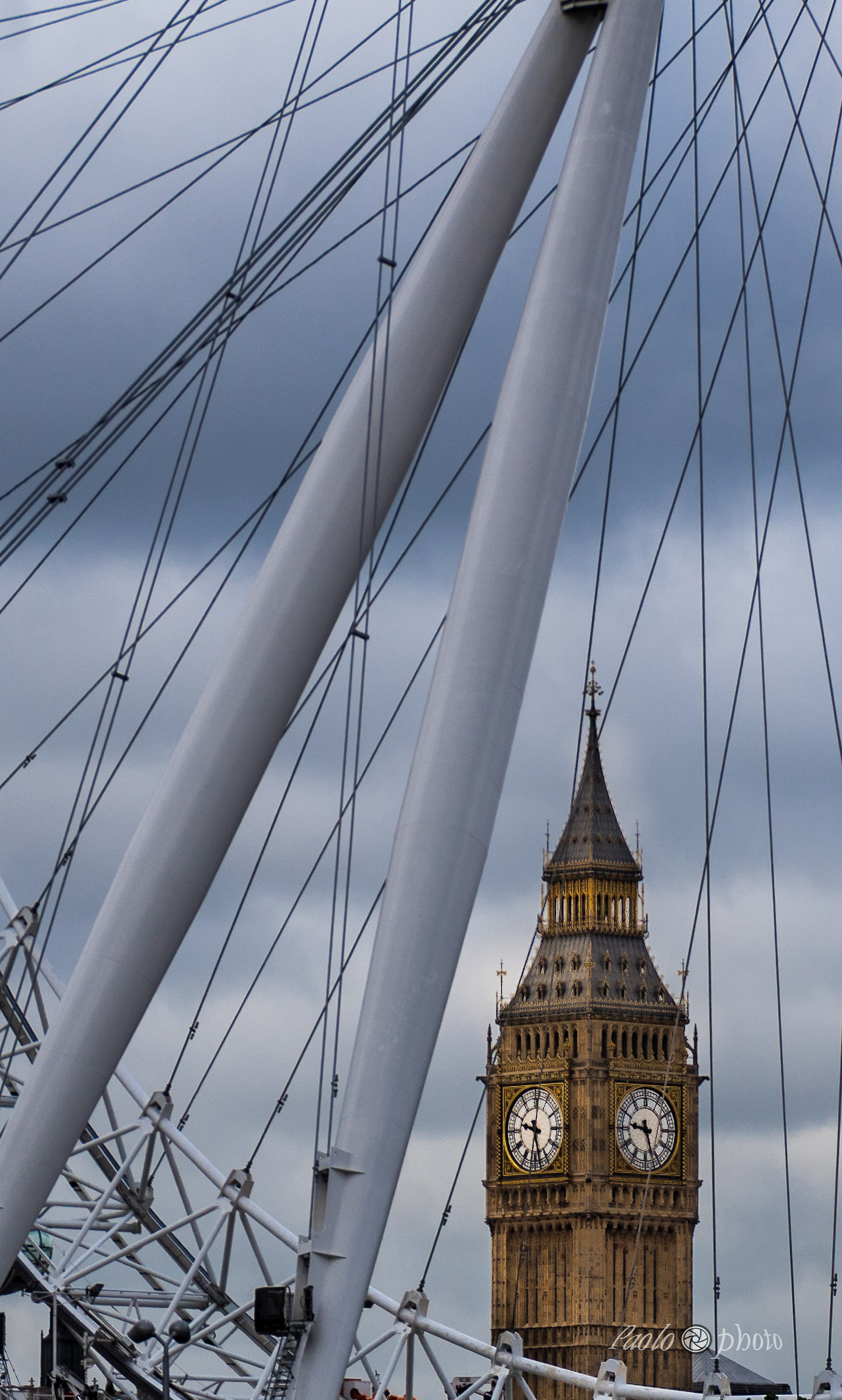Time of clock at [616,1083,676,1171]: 9:27
